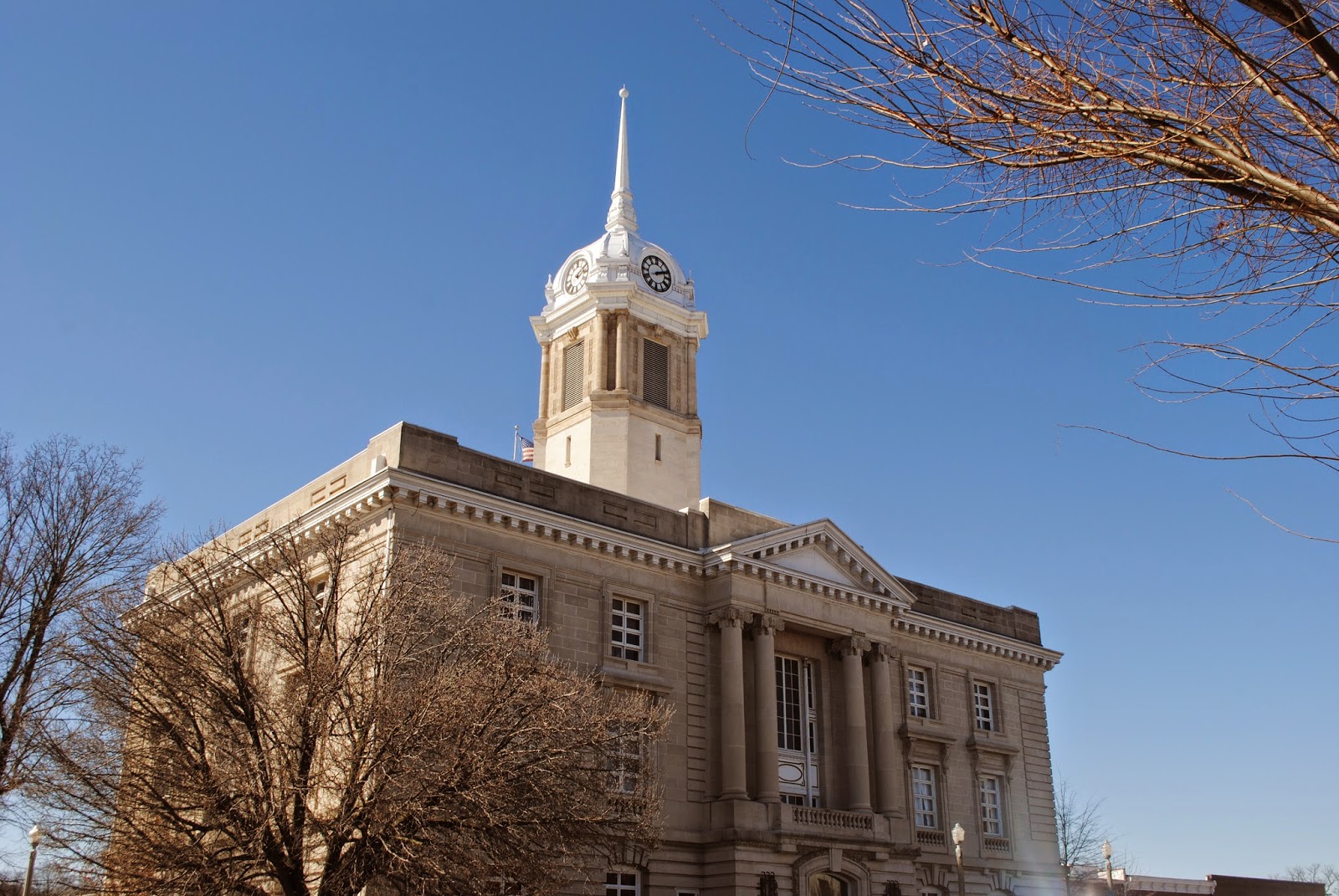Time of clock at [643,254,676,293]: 2:11
